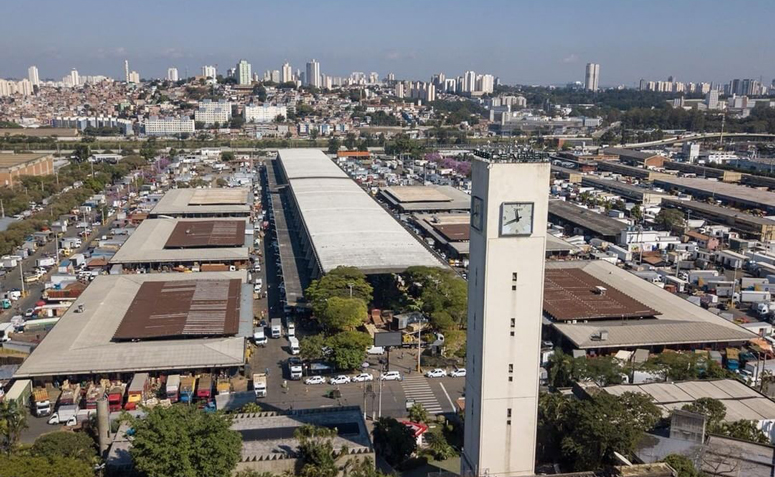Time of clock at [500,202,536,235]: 11:41
